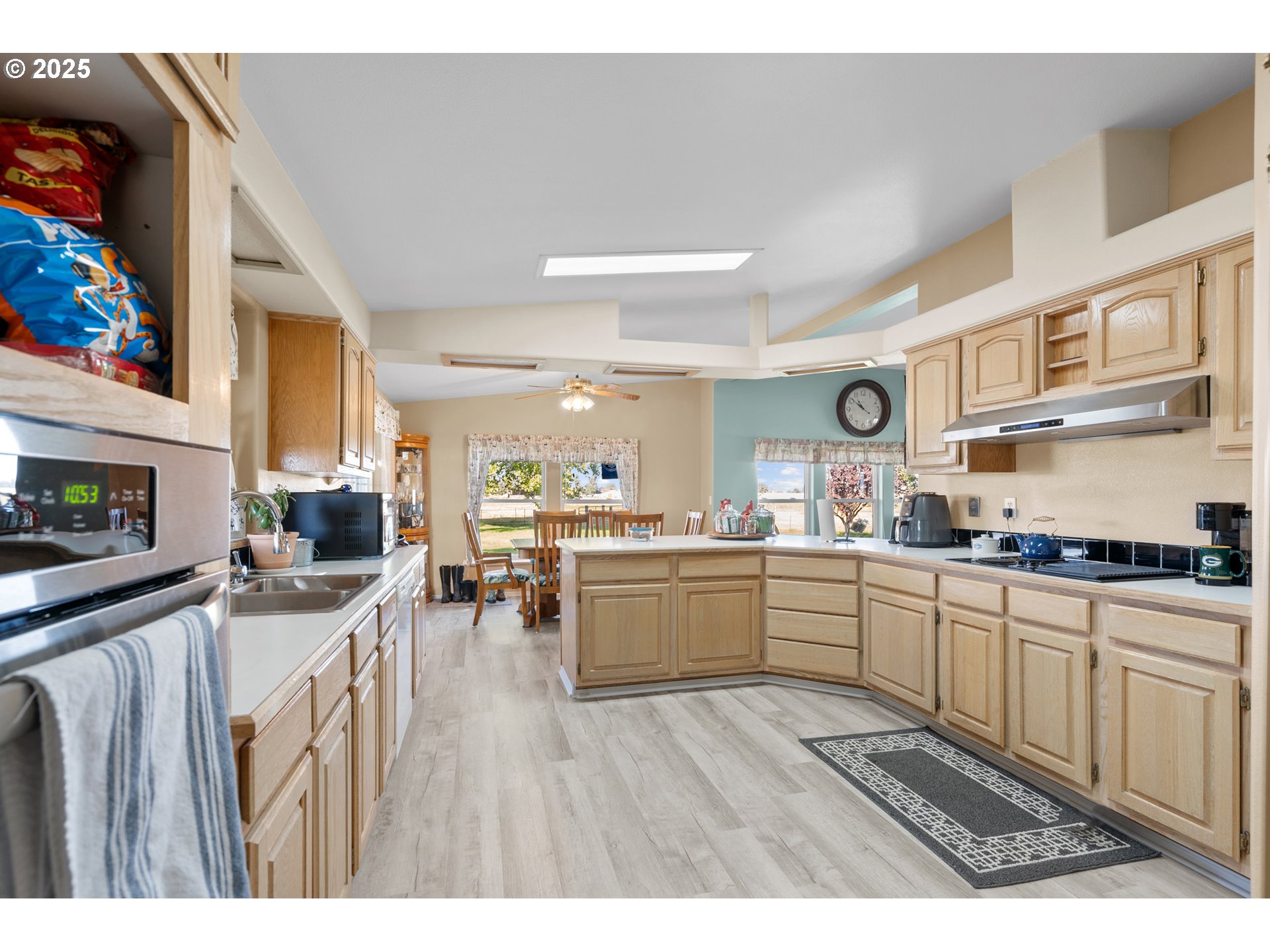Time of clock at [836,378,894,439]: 10:51
